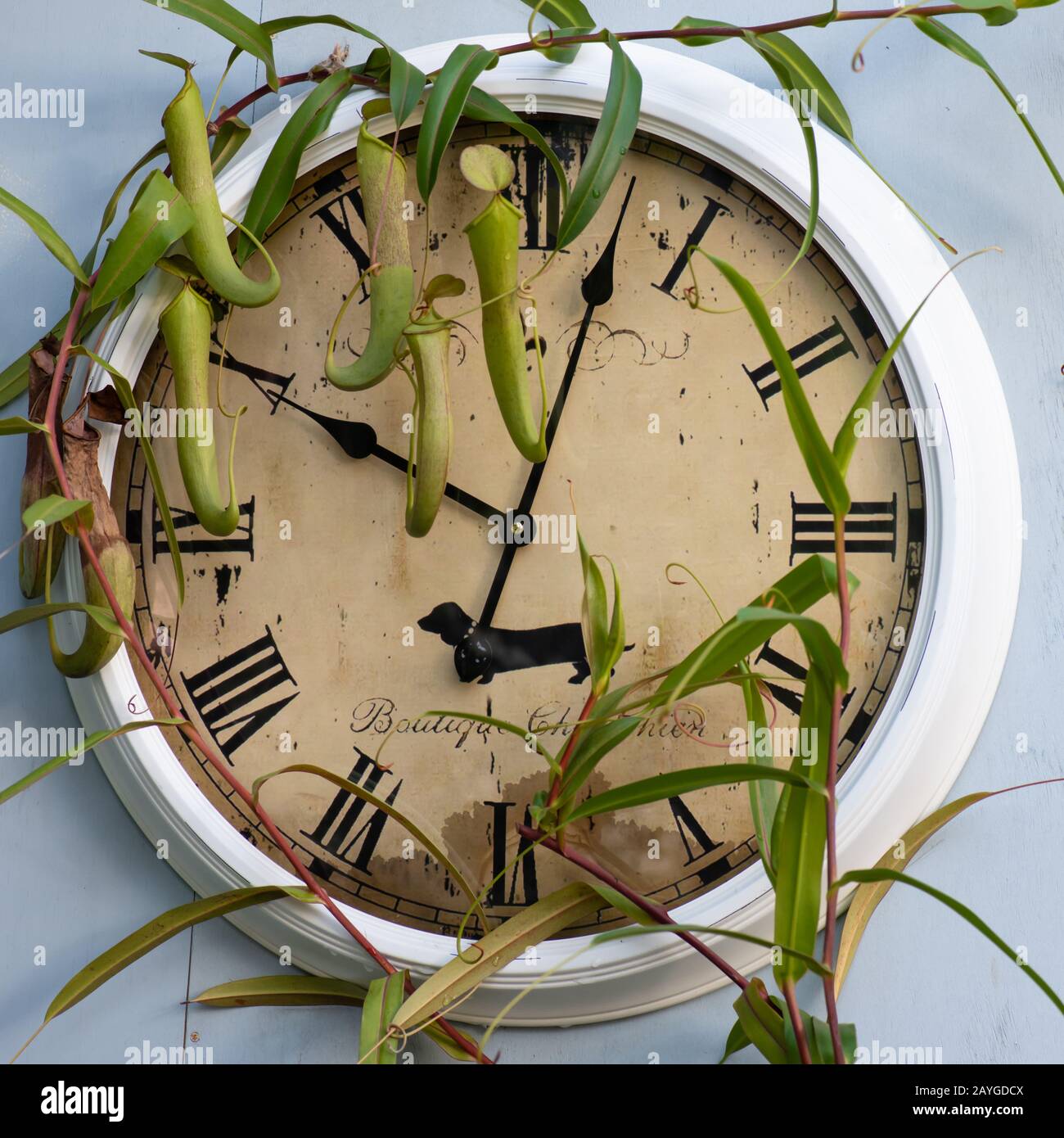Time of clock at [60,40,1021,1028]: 10:02
